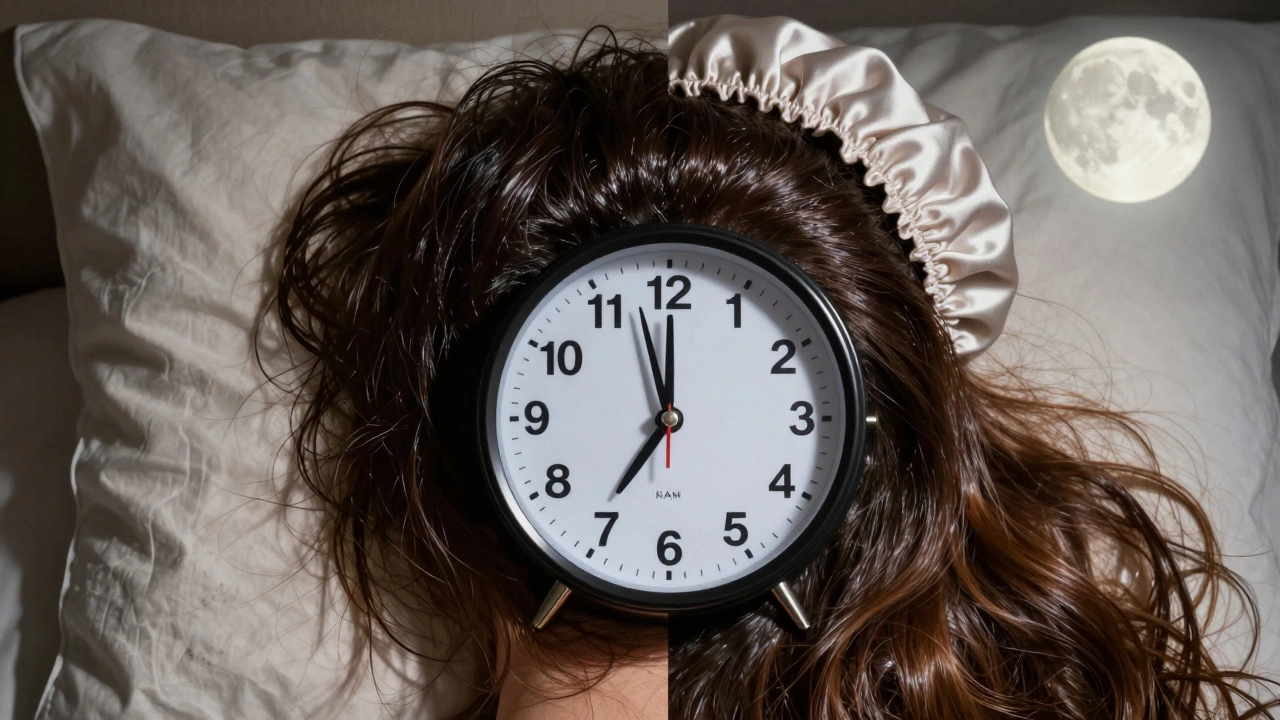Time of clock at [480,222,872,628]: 11:35
